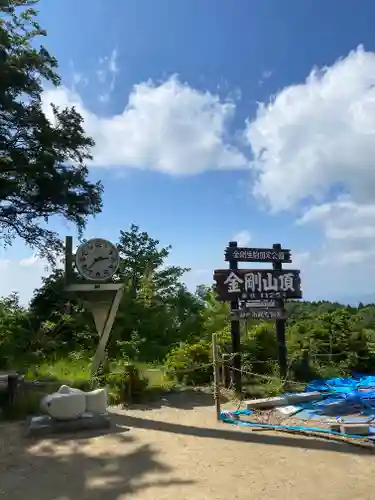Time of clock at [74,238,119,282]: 2:37
